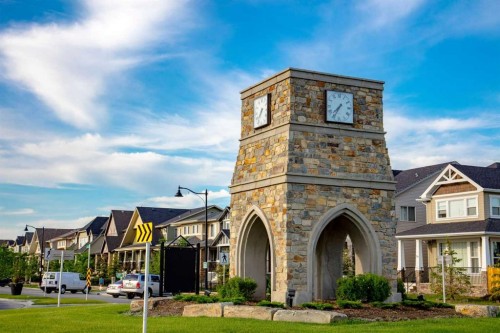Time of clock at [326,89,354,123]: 7:35
